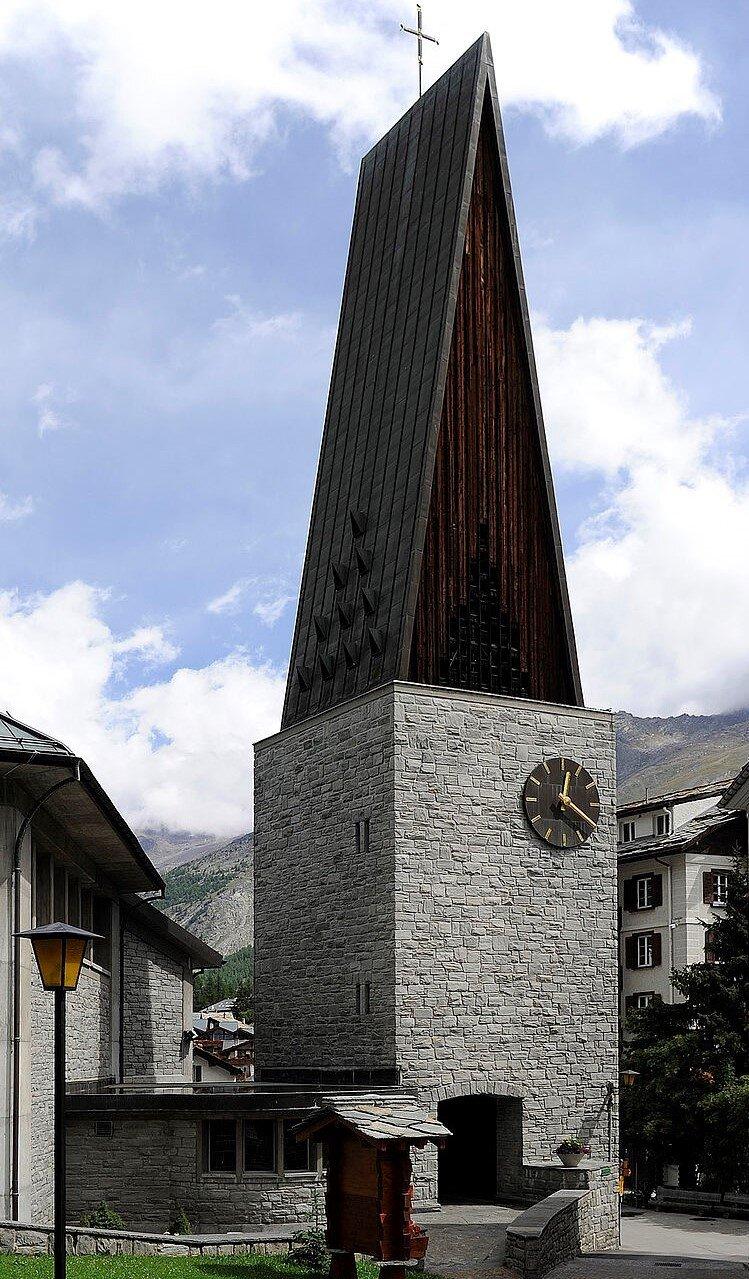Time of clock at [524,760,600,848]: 12:20
